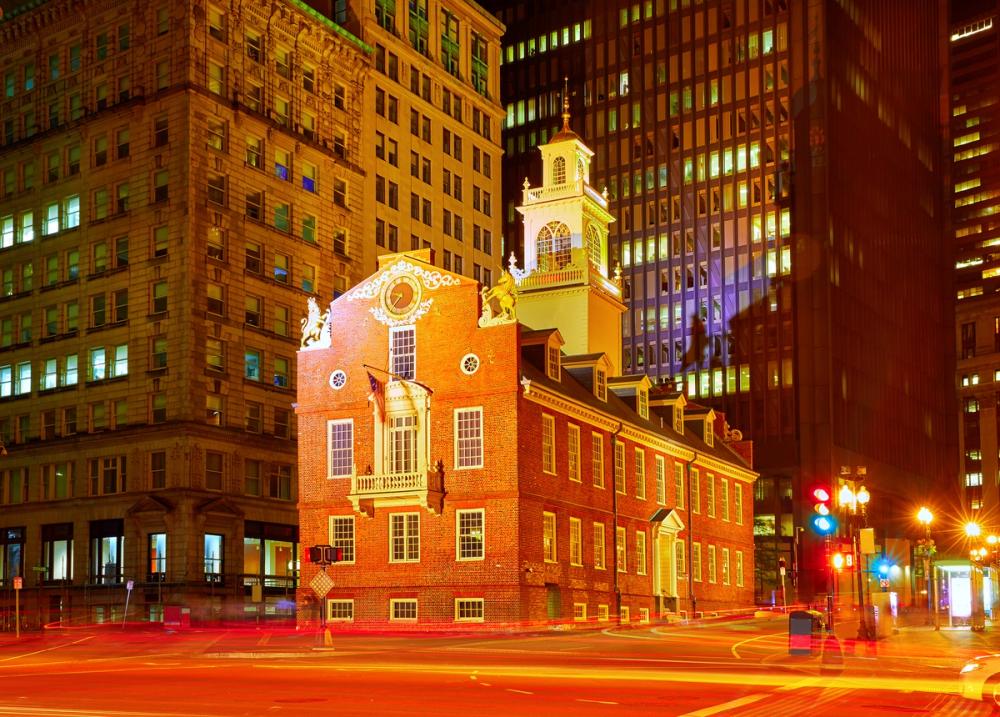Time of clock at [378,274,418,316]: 9:36
